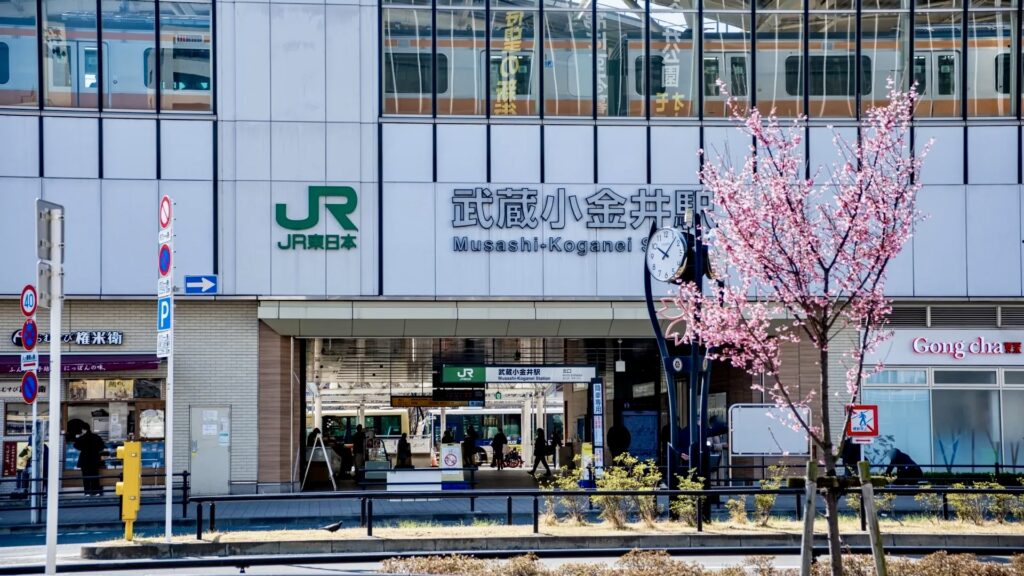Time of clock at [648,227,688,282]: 10:07
